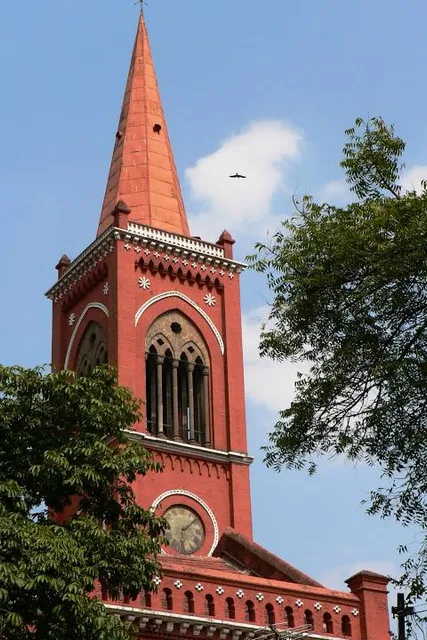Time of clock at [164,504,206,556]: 6:08
